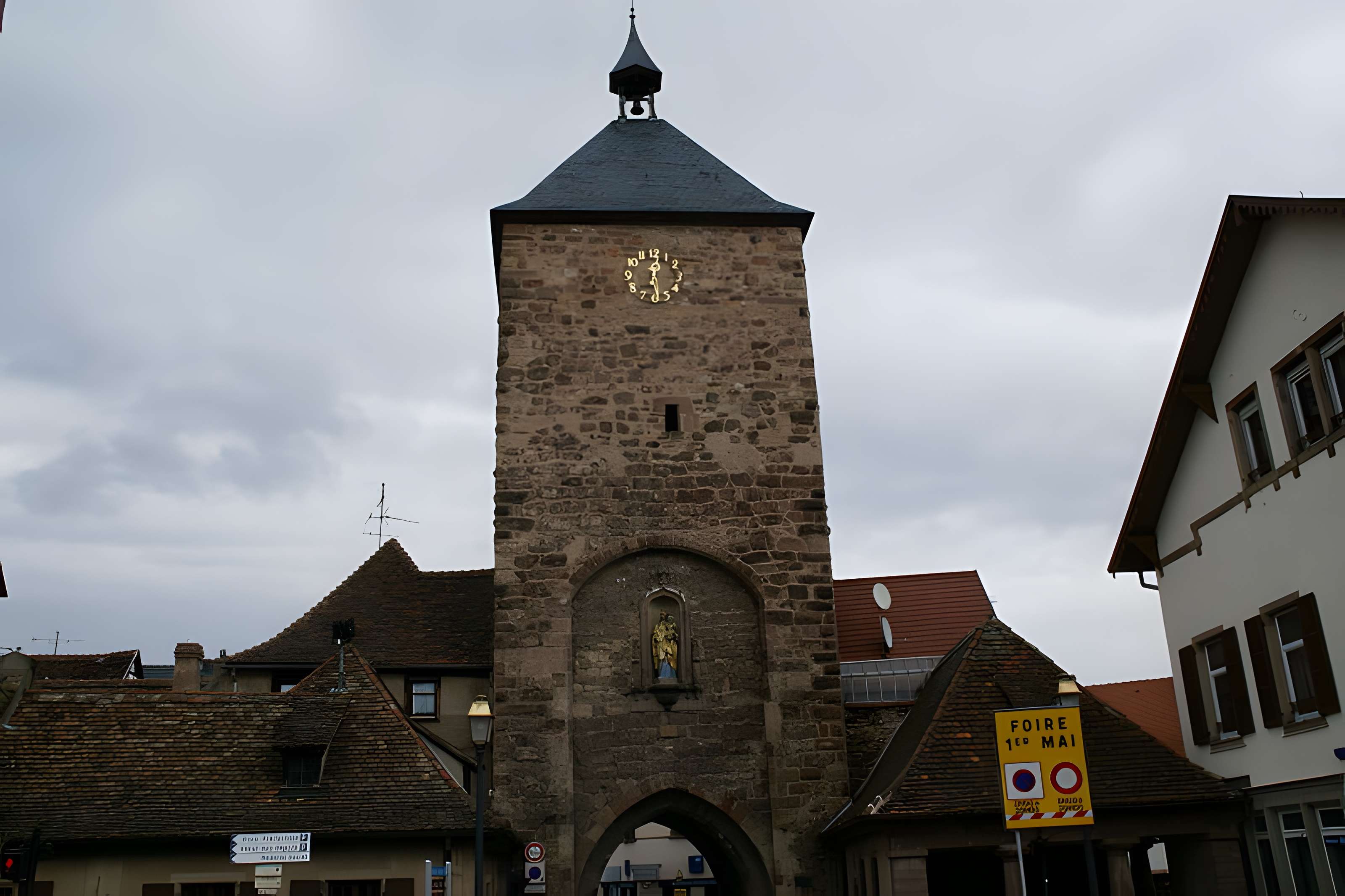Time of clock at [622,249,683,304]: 12:28
